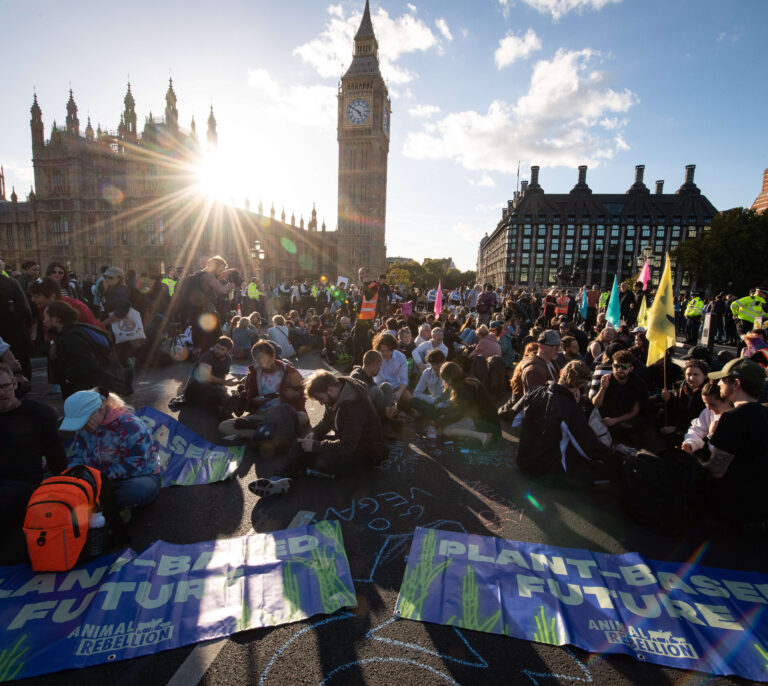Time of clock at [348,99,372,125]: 4:50
